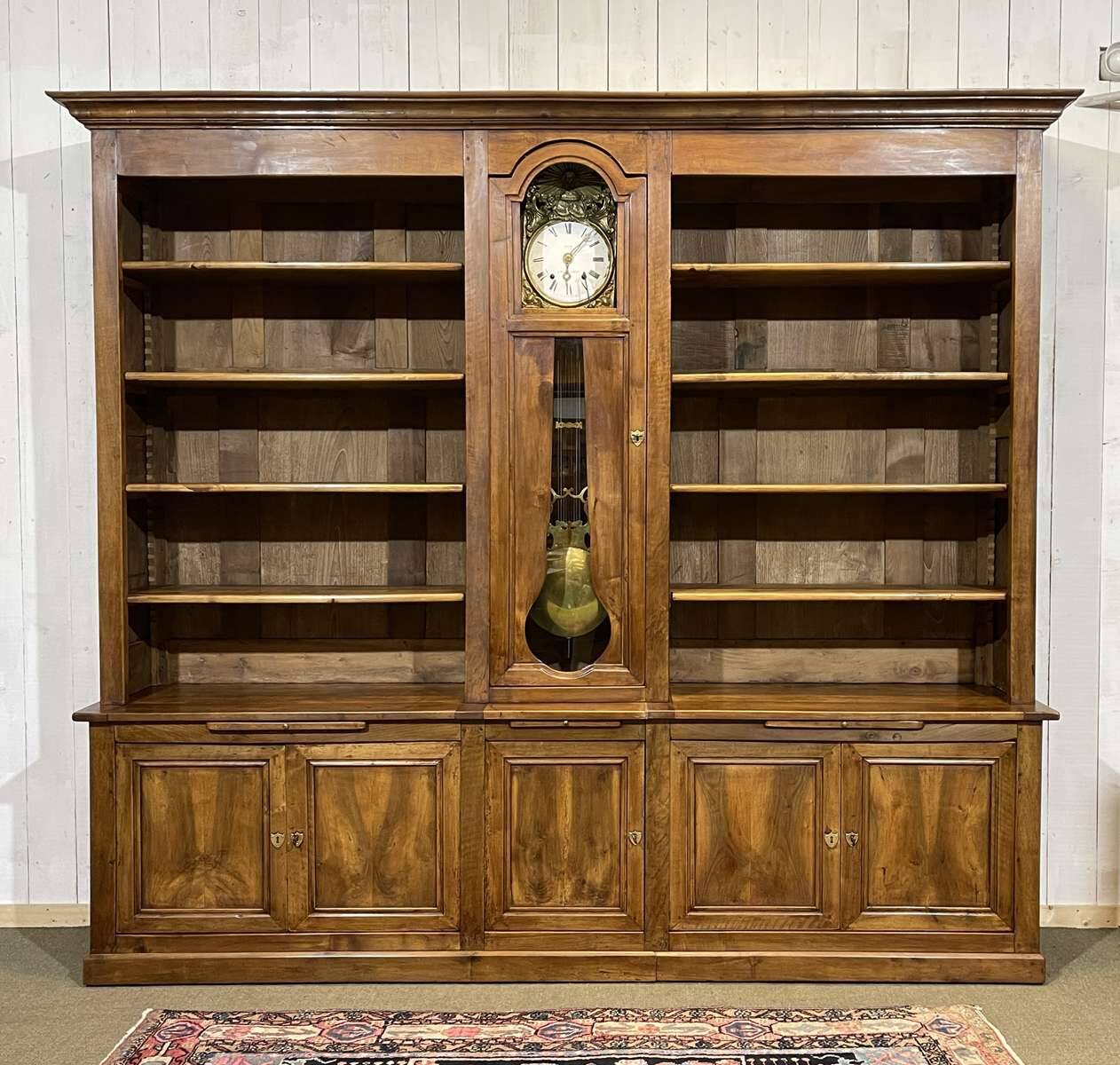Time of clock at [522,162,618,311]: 6:07
